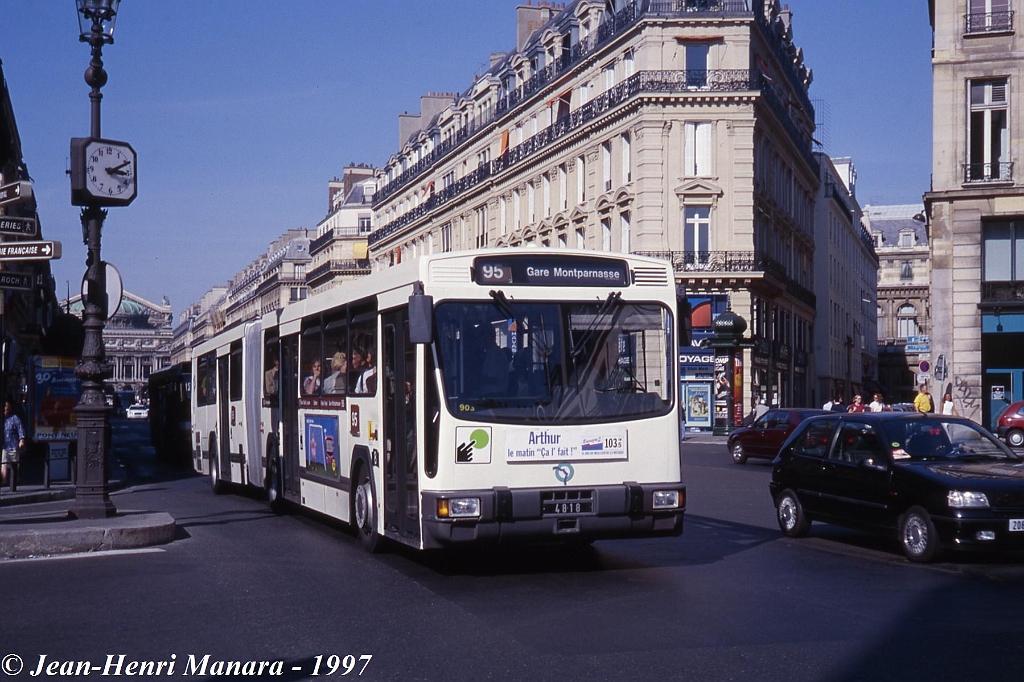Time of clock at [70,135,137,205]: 3:10
